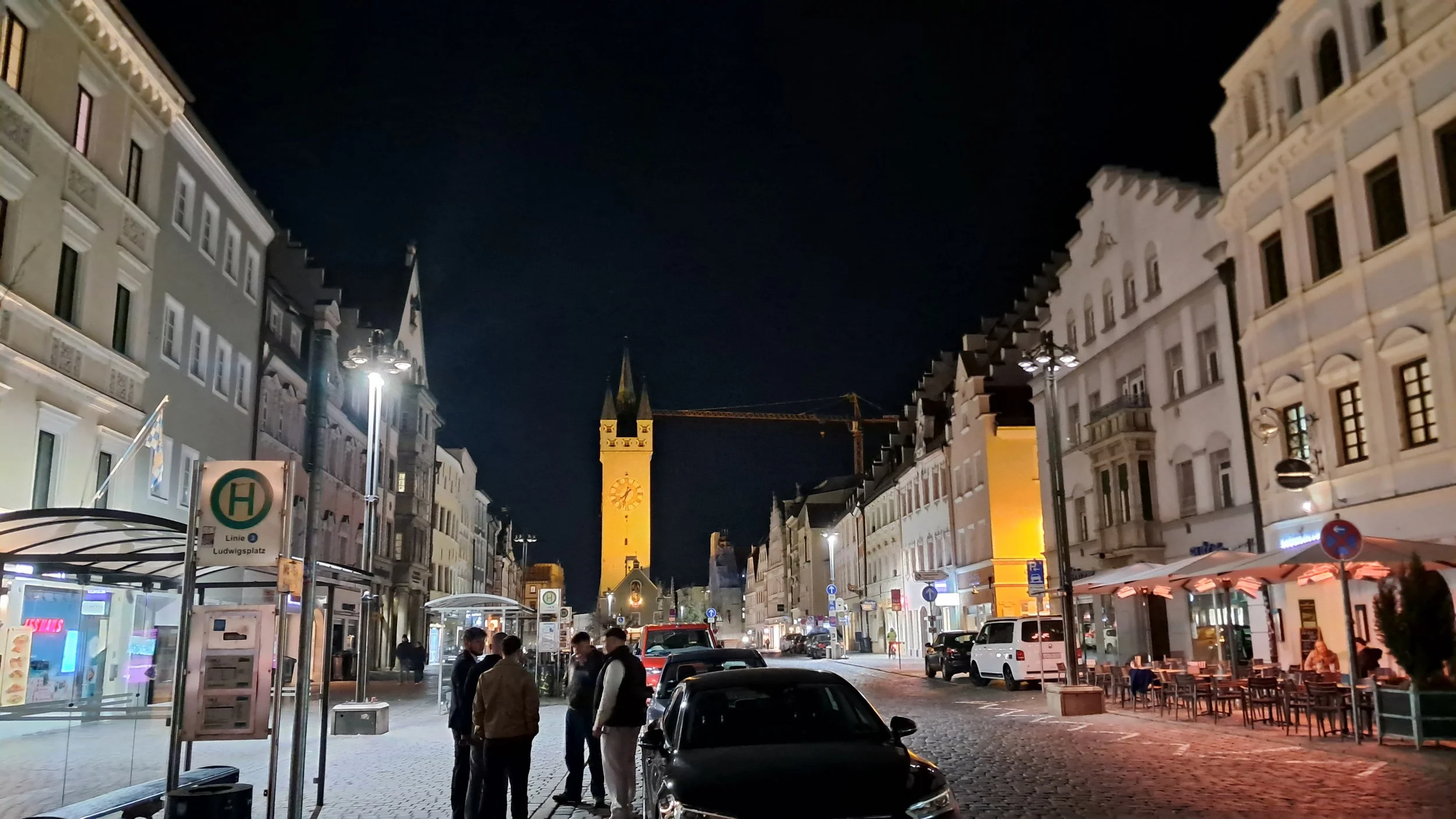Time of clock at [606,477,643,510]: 7:33
